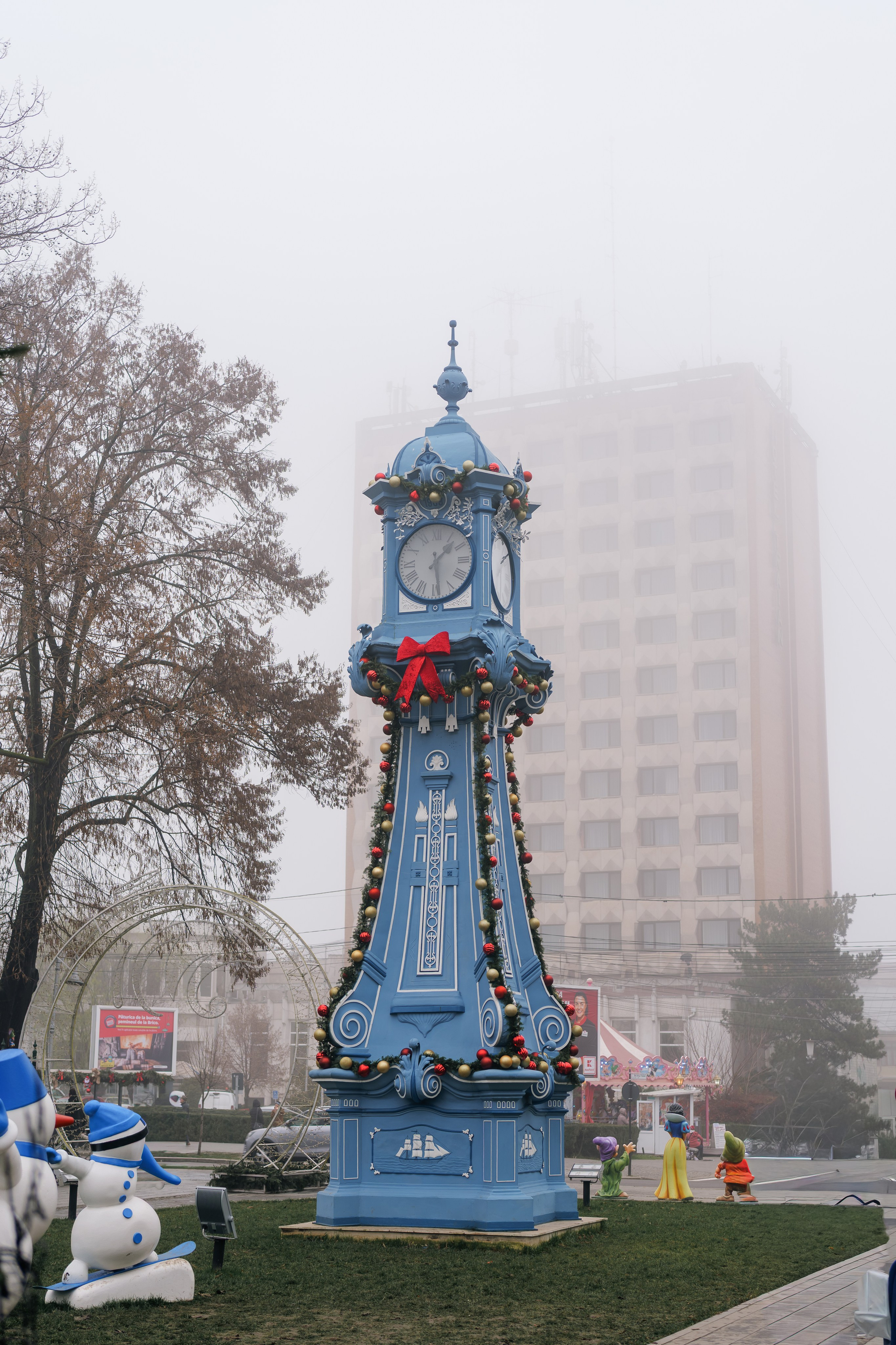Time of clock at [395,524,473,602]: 1:28
